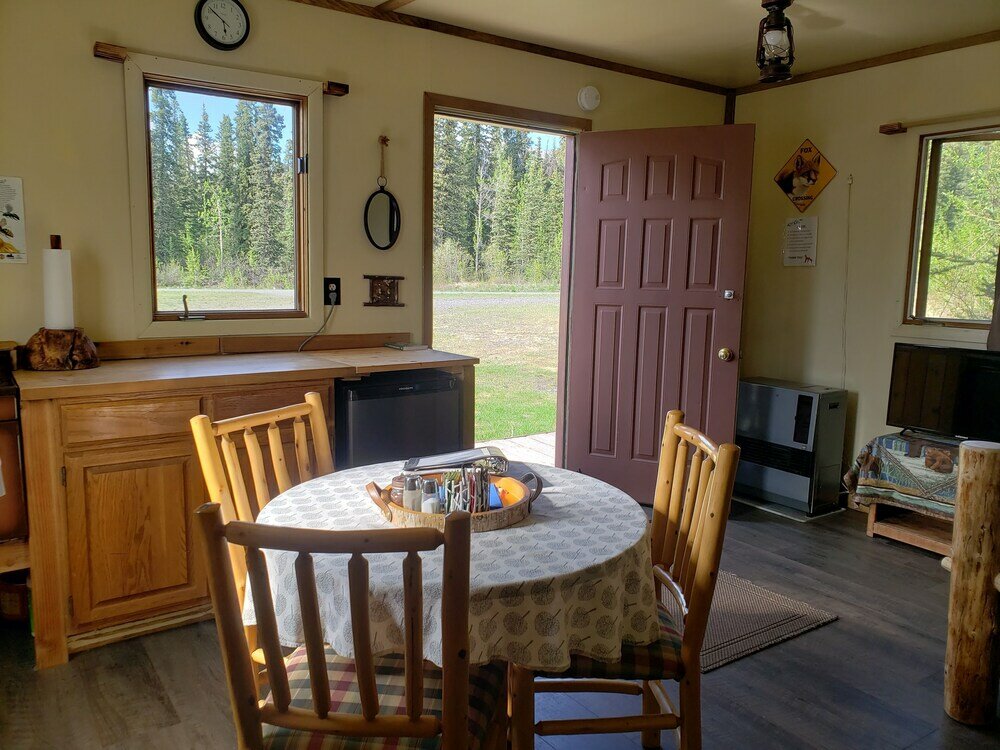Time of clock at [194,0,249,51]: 5:51
